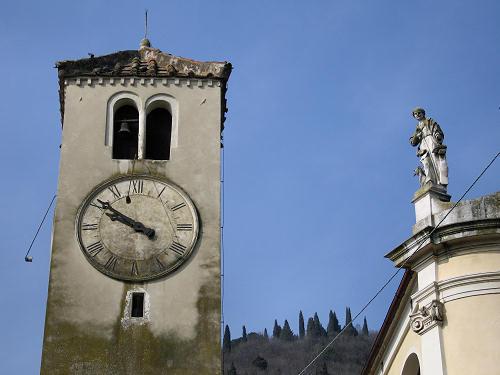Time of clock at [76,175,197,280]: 9:50
